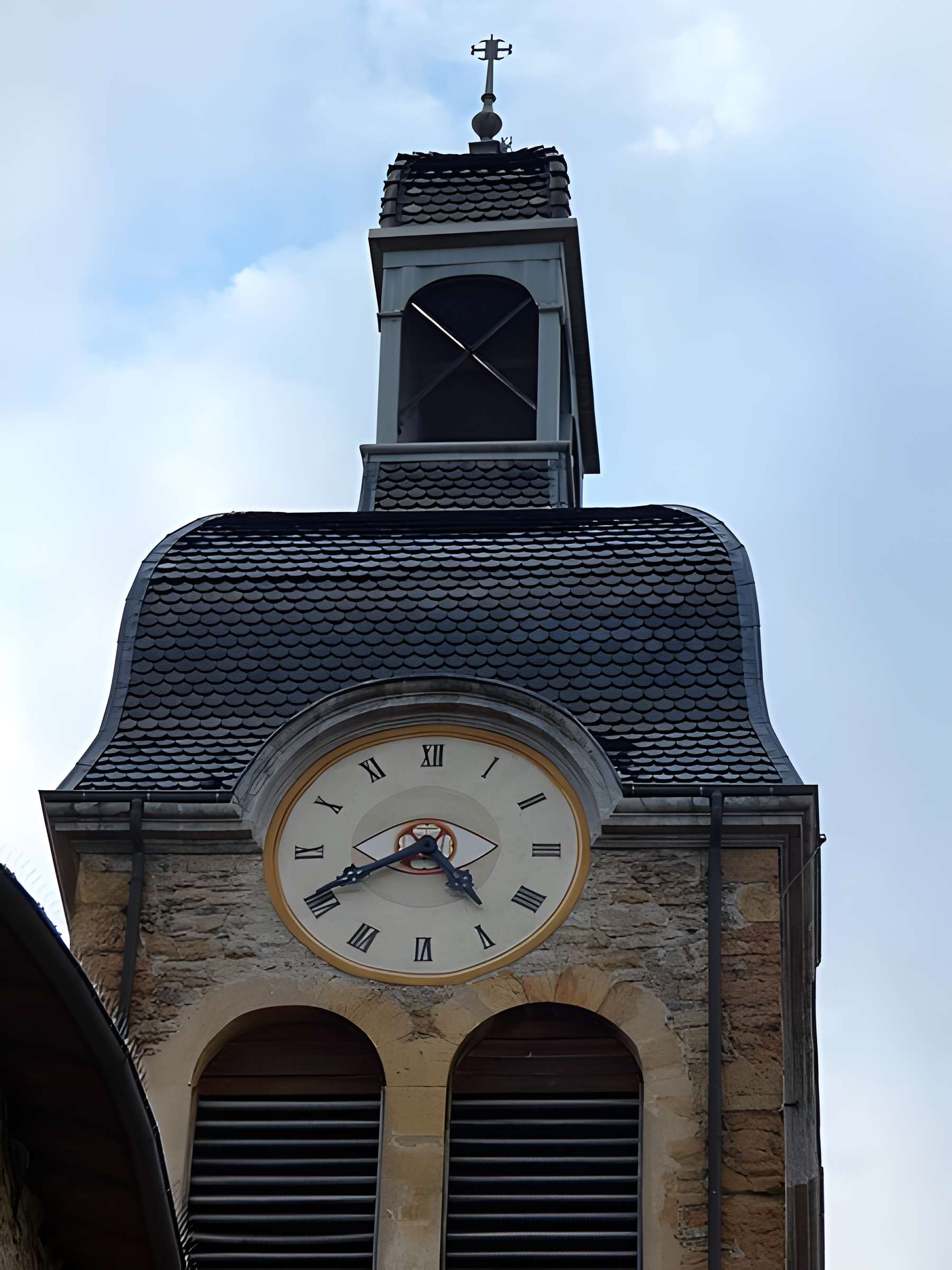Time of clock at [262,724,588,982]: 4:40
